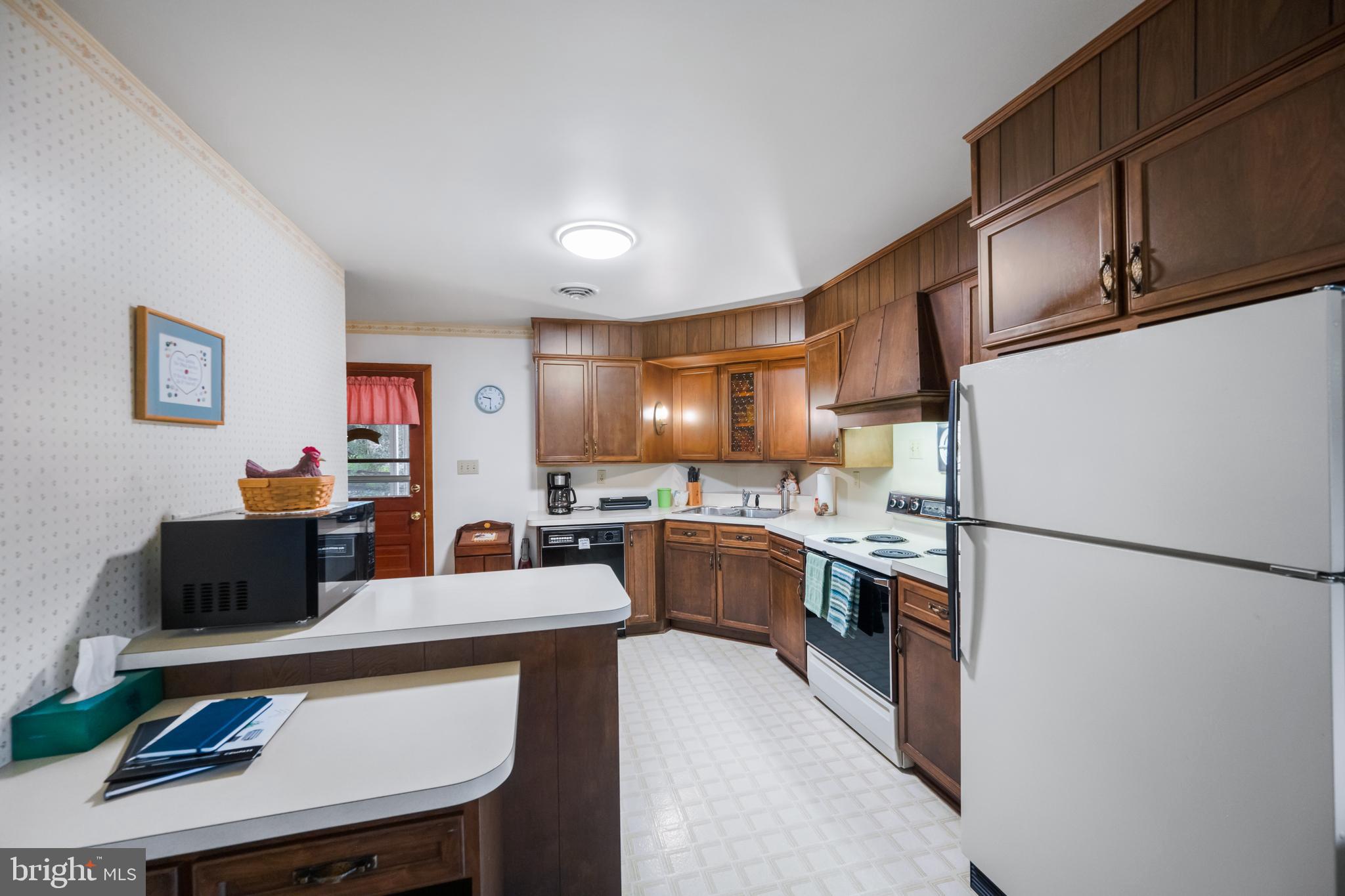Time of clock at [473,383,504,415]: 9:30
